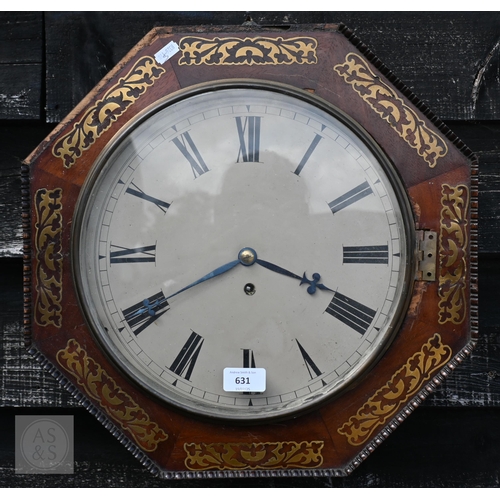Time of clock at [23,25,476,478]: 3:40
